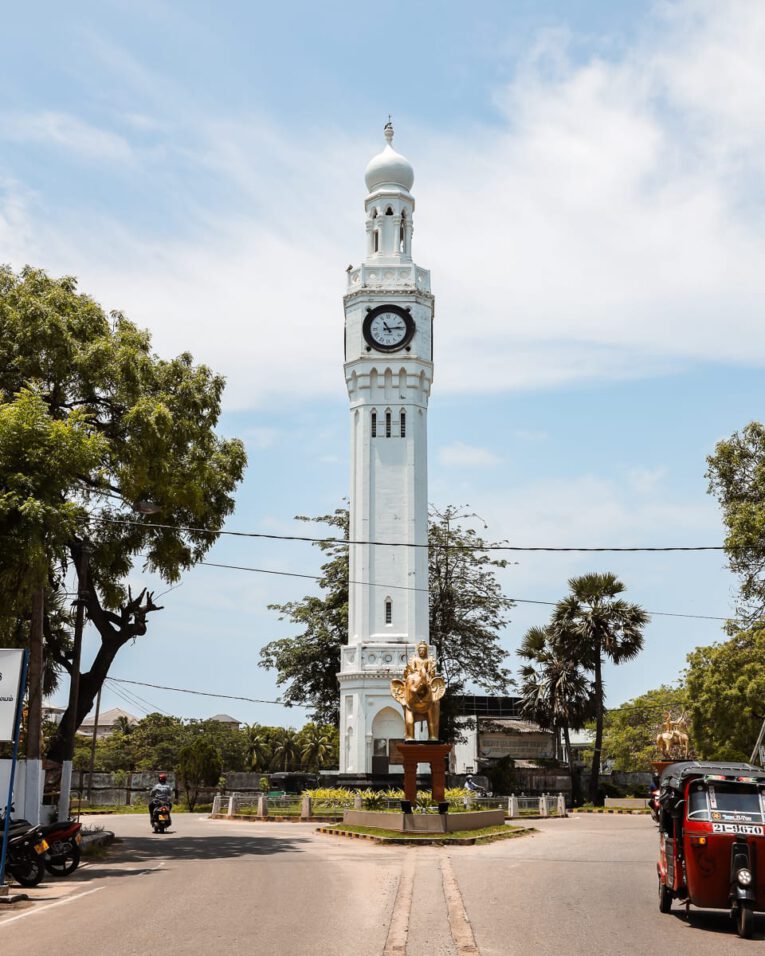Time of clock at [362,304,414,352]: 11:13
